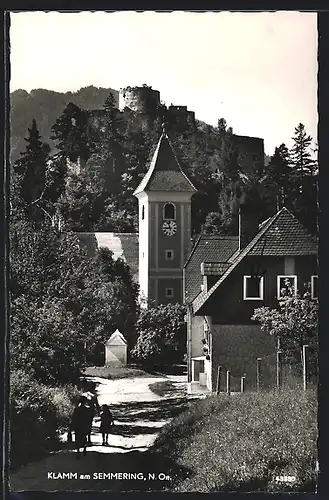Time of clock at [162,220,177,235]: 8:56
